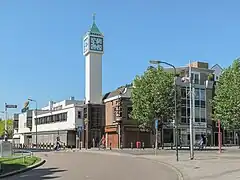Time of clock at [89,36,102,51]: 11:13
